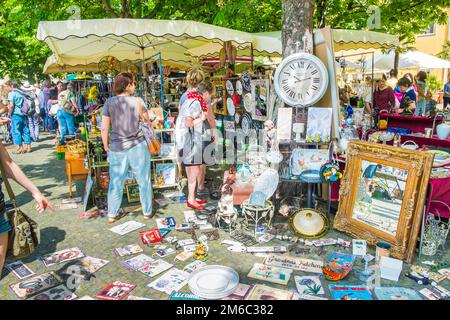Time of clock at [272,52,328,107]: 10:12
